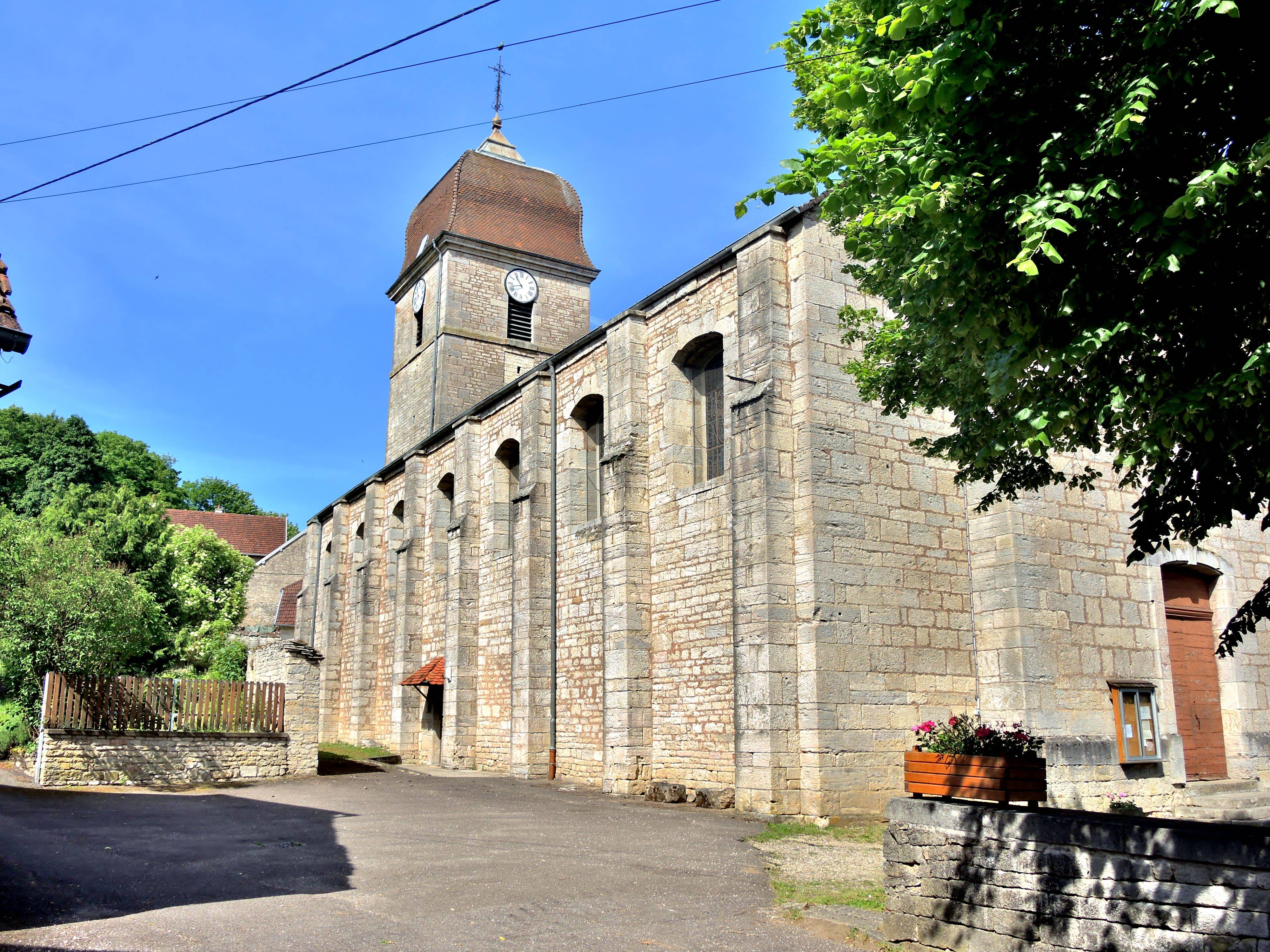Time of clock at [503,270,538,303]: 10:42
